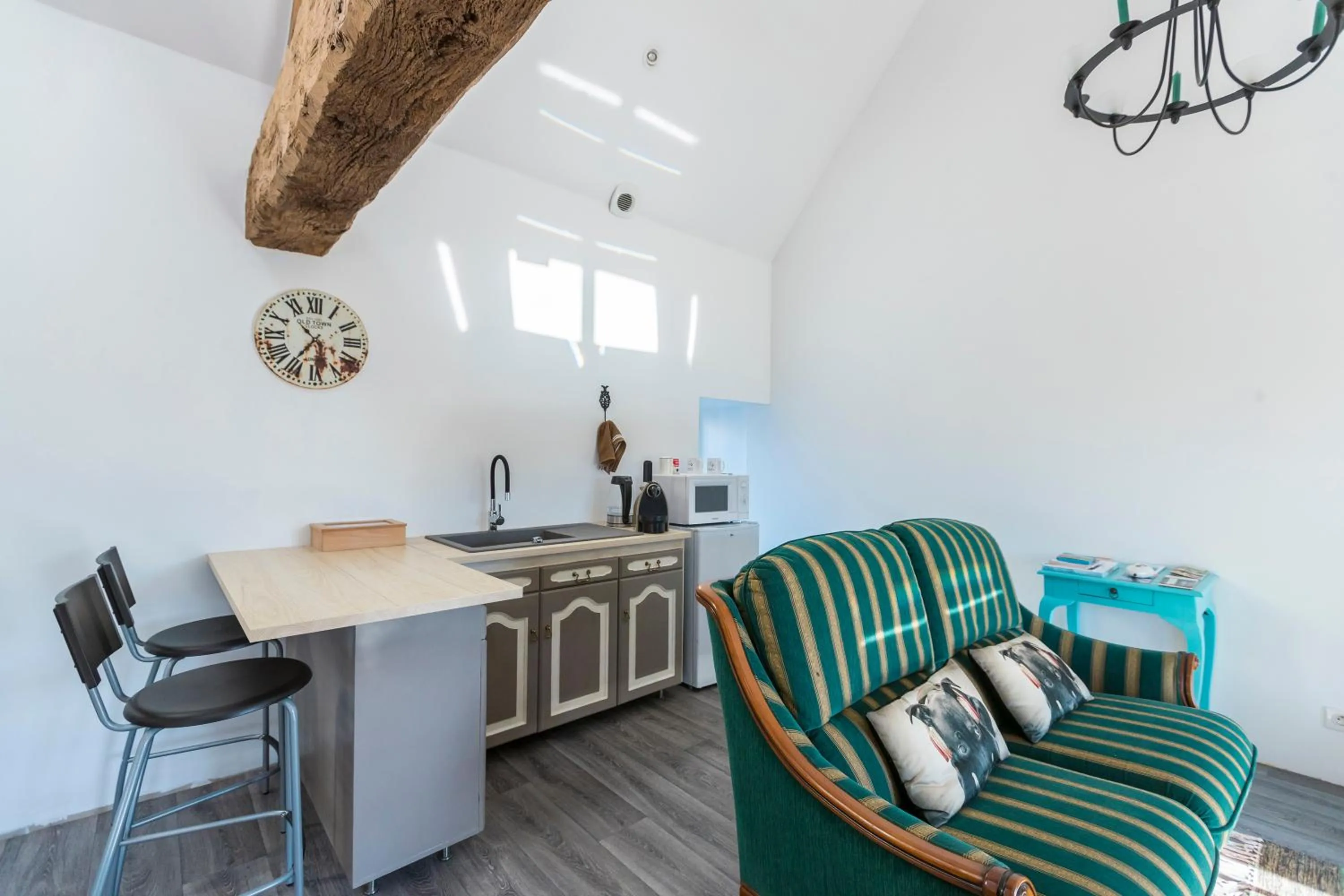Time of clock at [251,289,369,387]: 10:36
